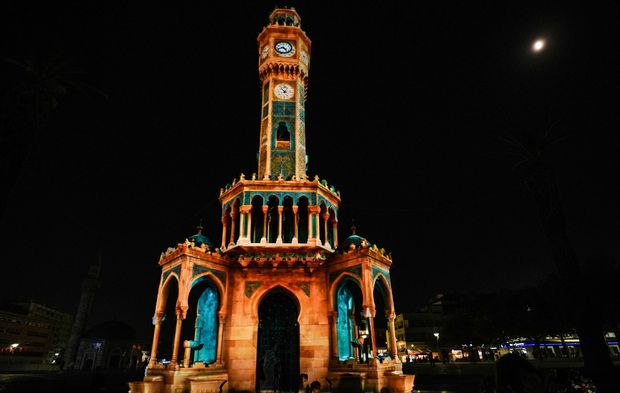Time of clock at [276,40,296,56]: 4:42
